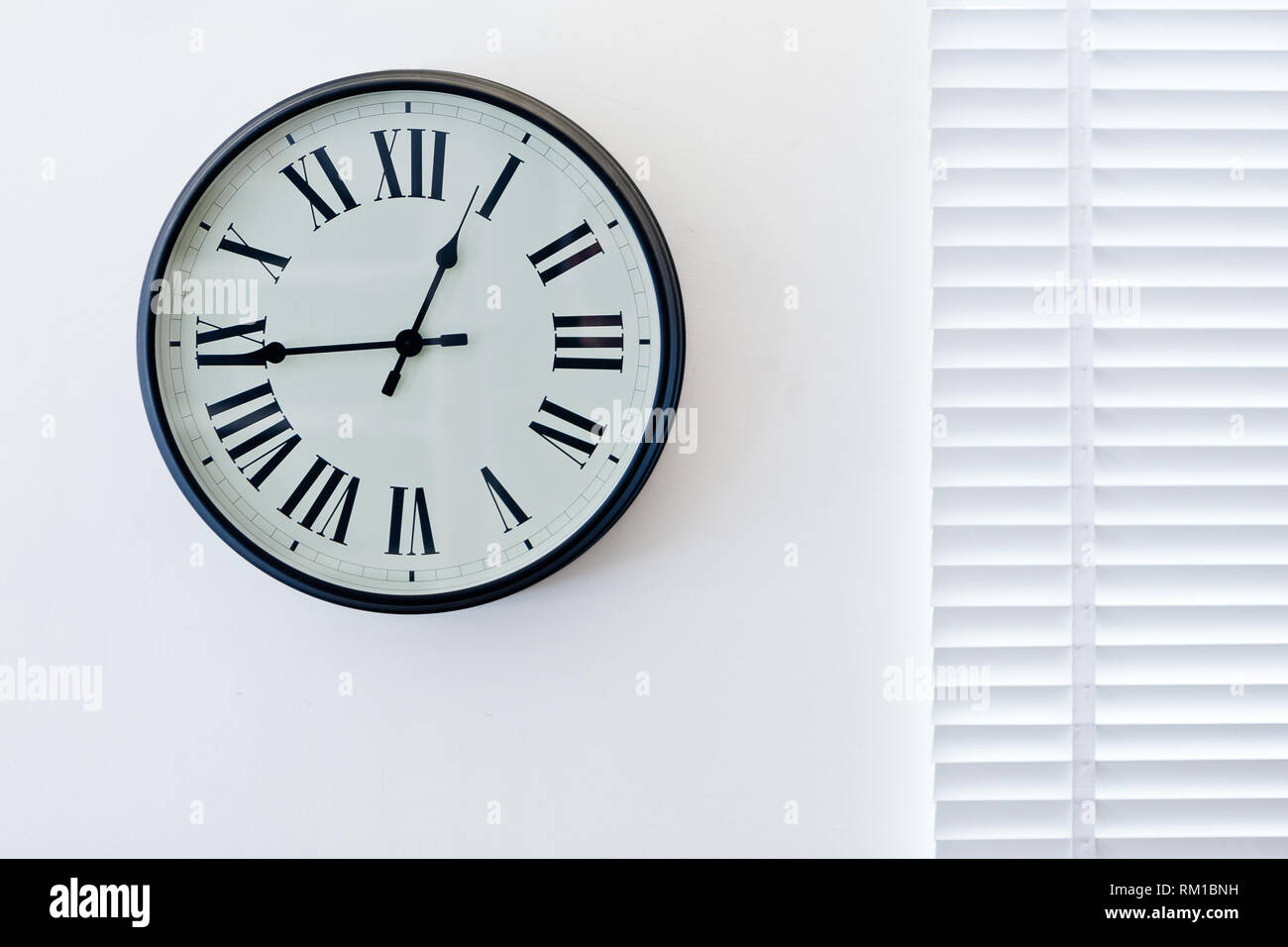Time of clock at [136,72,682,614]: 12:44
